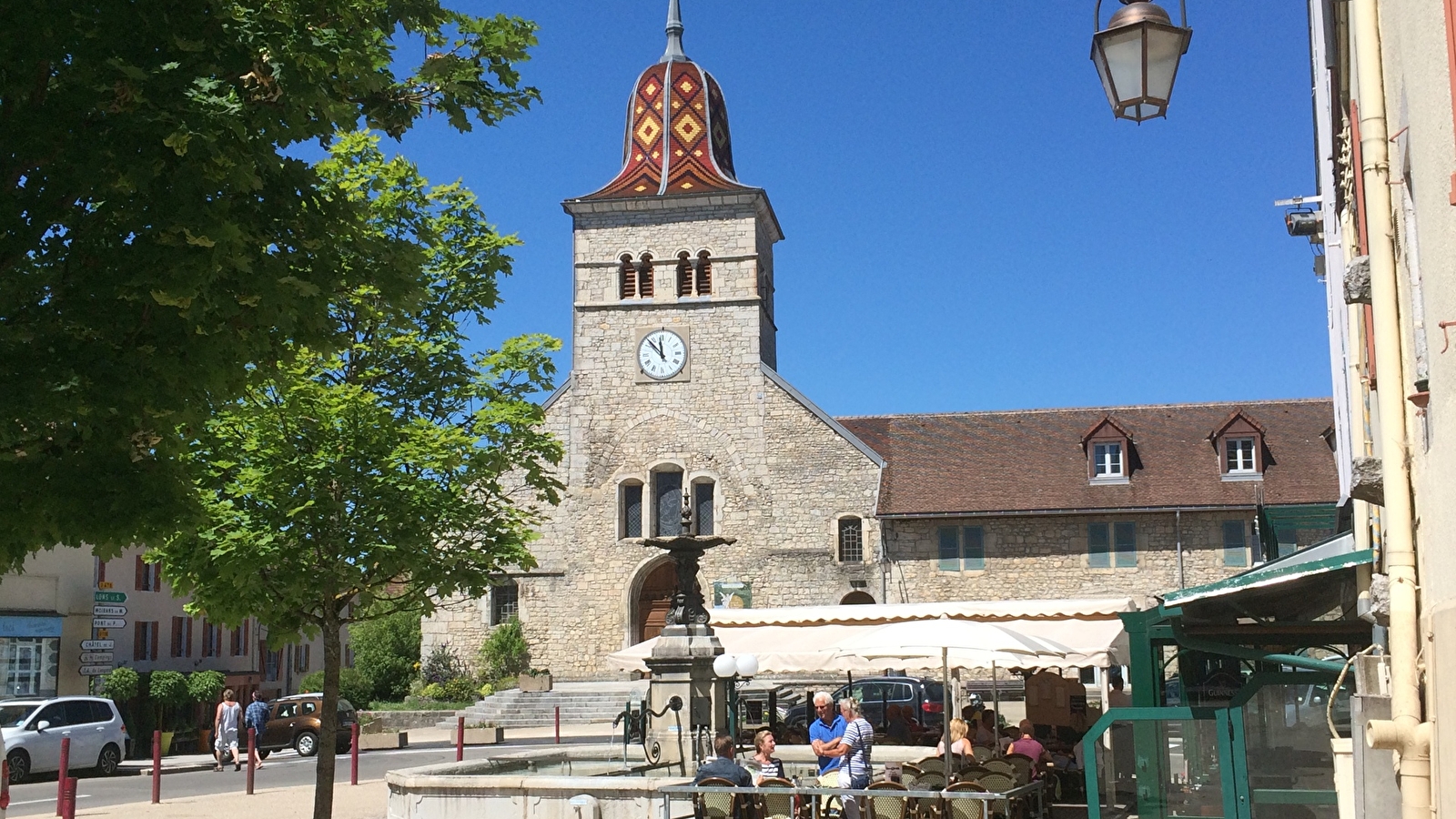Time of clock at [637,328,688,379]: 11:52
